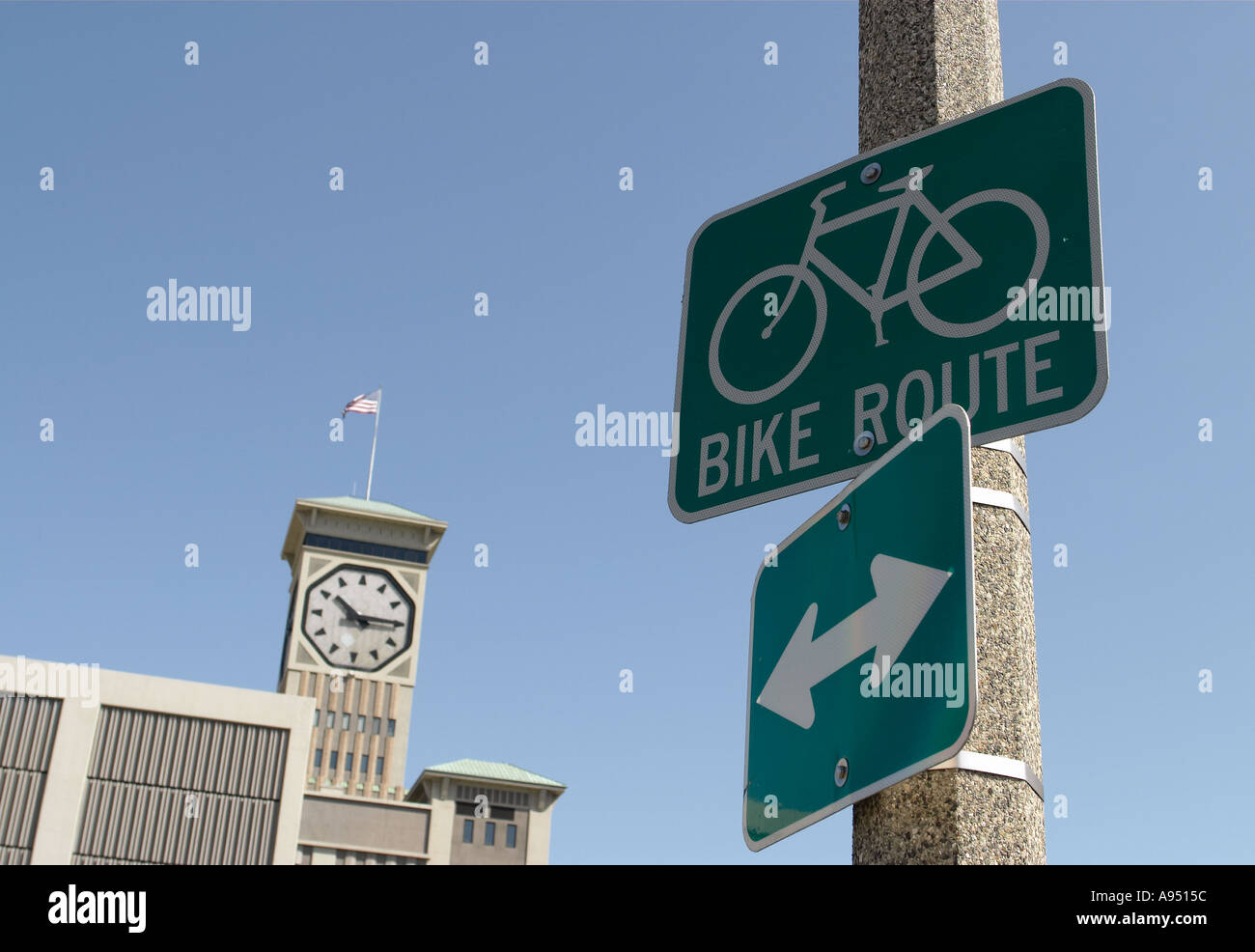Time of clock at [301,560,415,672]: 10:14
